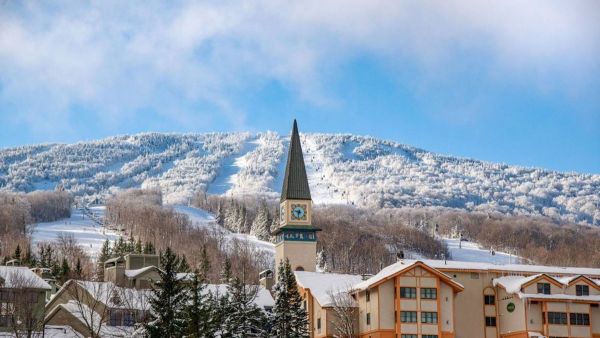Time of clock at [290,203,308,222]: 9:32
